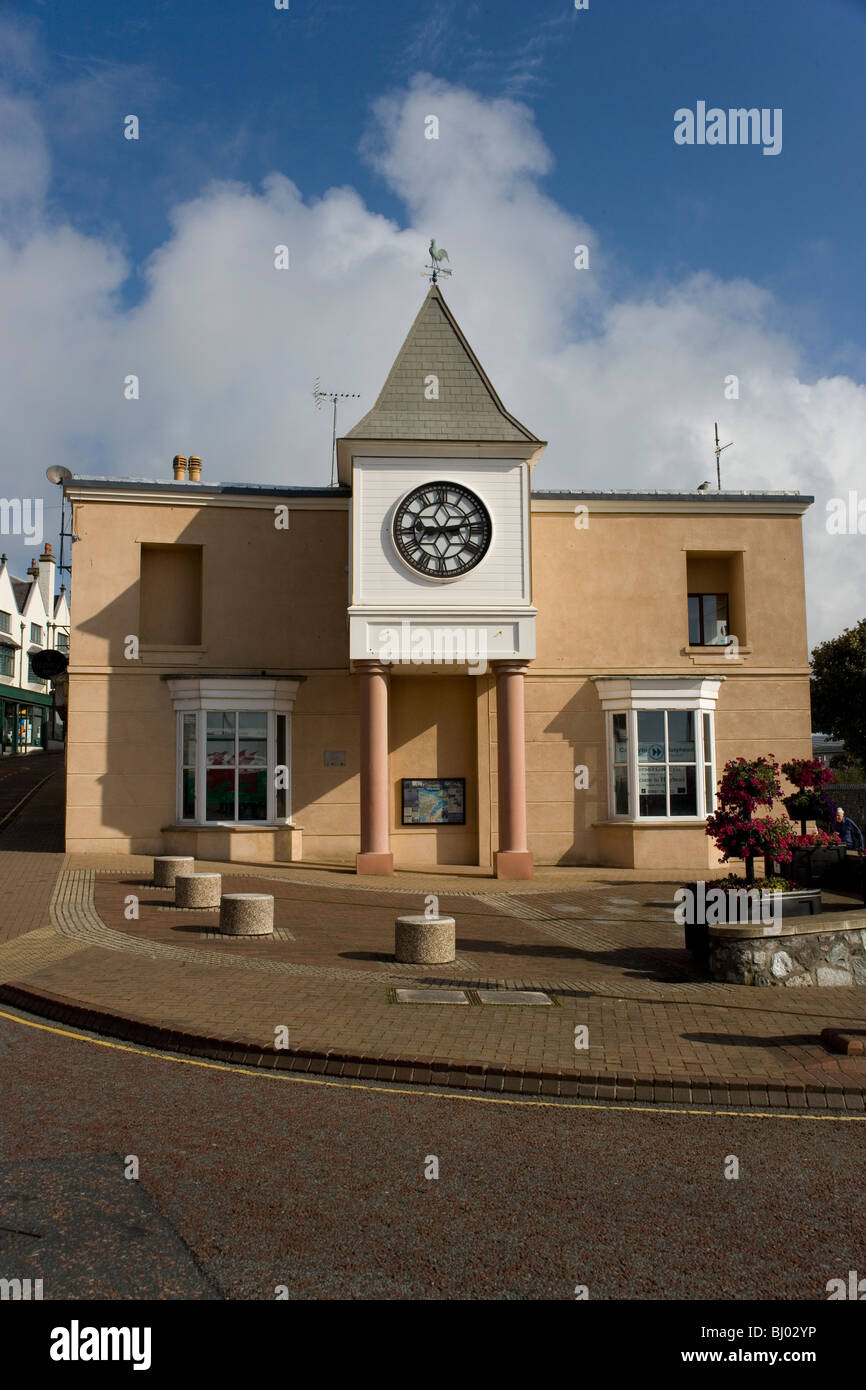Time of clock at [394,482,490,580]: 9:13
